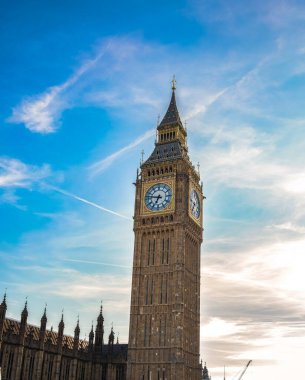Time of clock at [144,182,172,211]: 6:47
